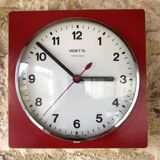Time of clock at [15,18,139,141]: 2:51
